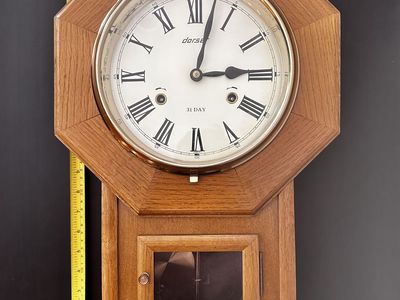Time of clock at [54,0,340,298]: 3:02
